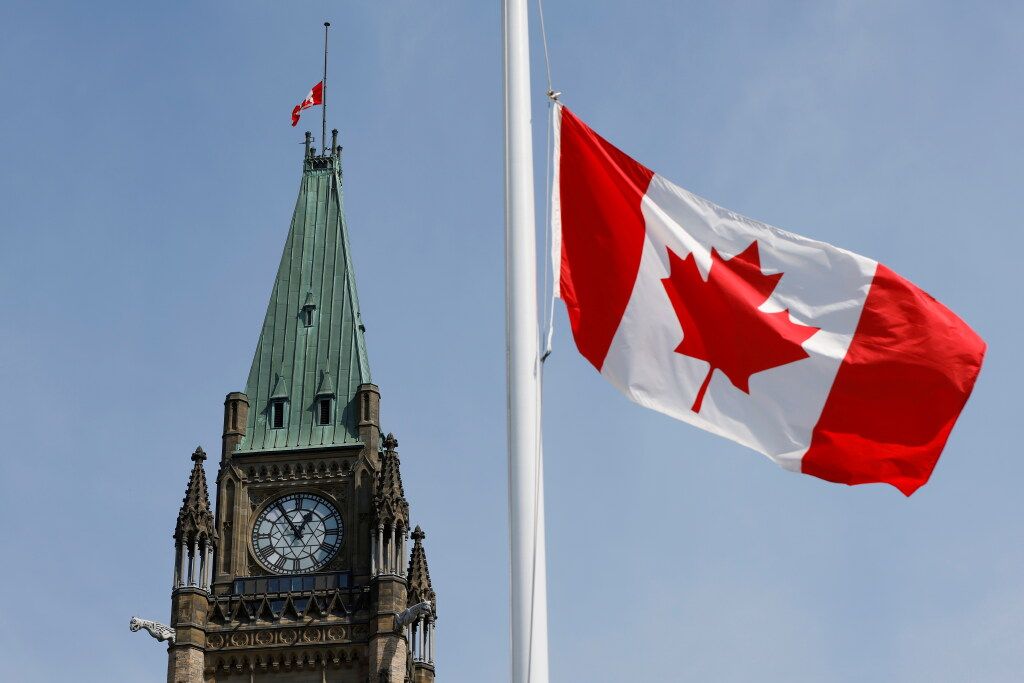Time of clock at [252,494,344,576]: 12:54
